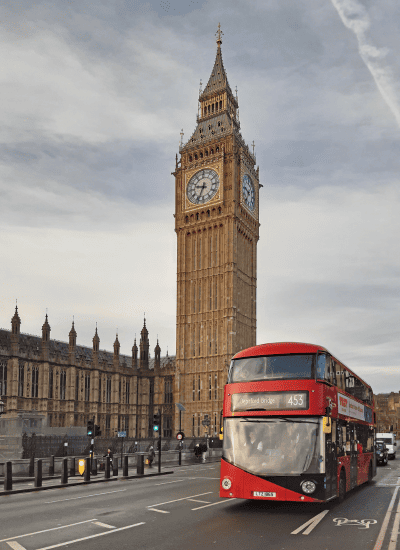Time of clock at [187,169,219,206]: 9:34
